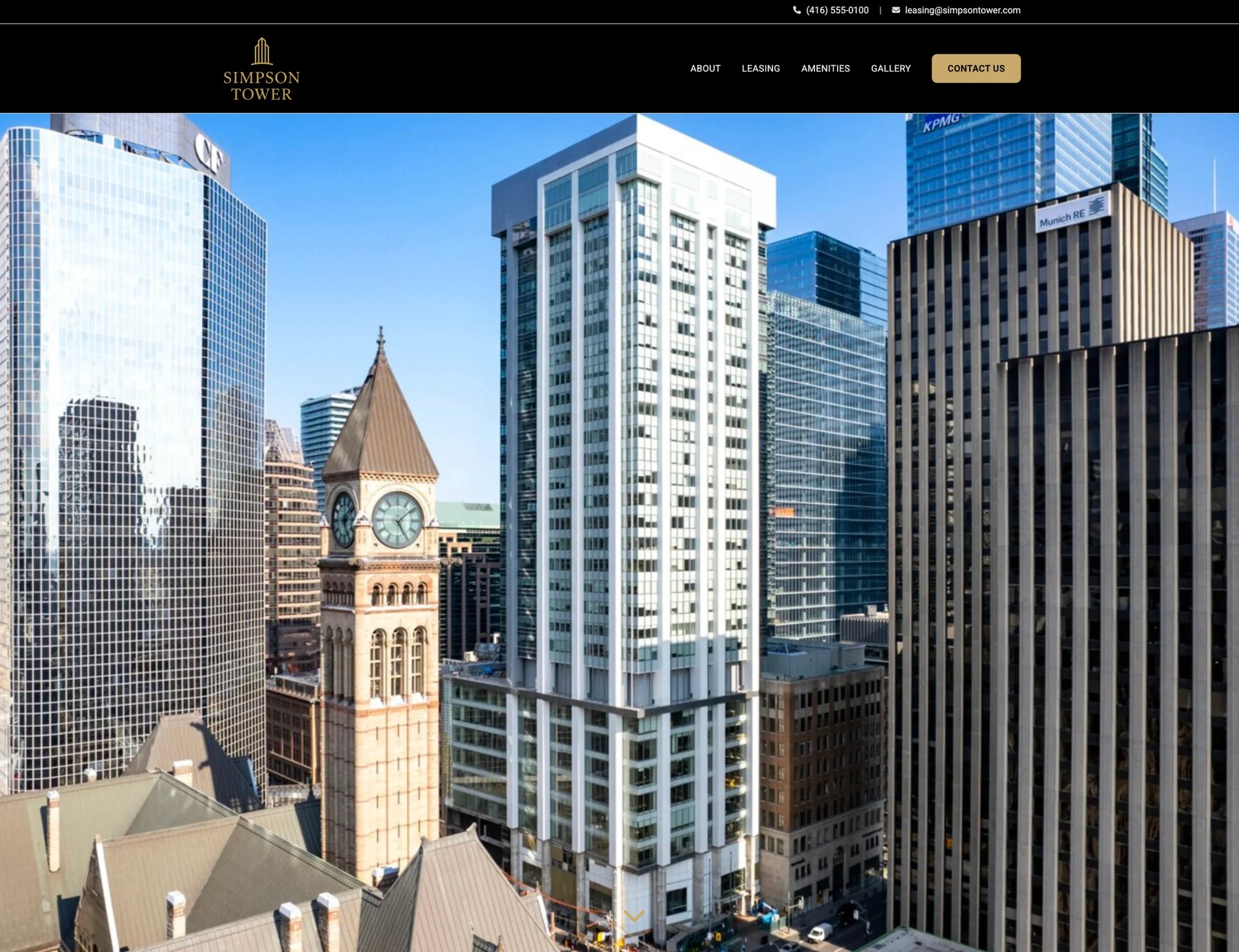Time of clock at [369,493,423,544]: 5:08
